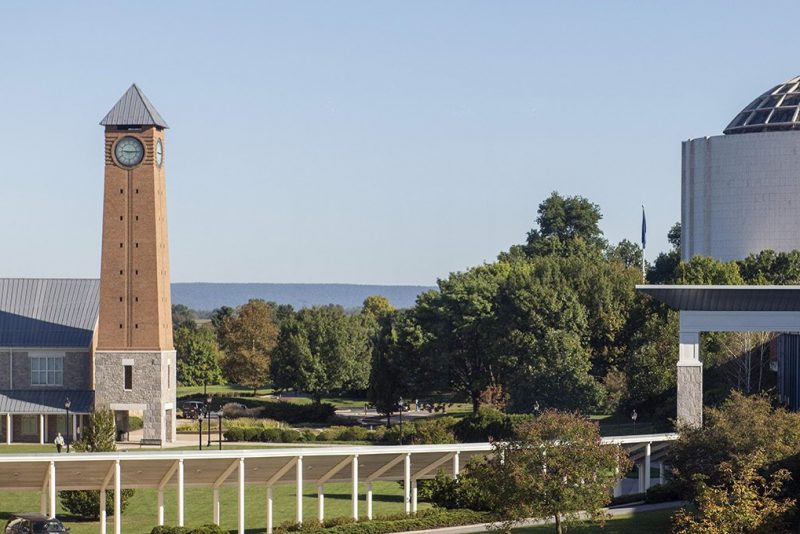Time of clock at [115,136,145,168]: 9:14
